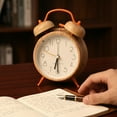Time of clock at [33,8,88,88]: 6:29
